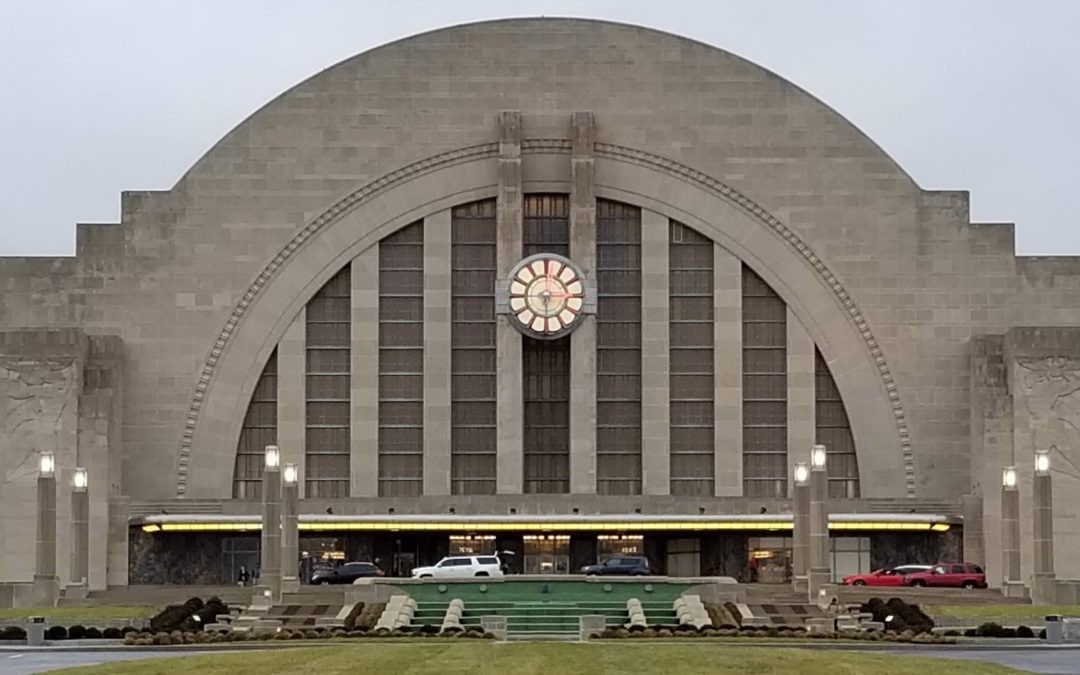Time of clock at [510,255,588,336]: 6:14
